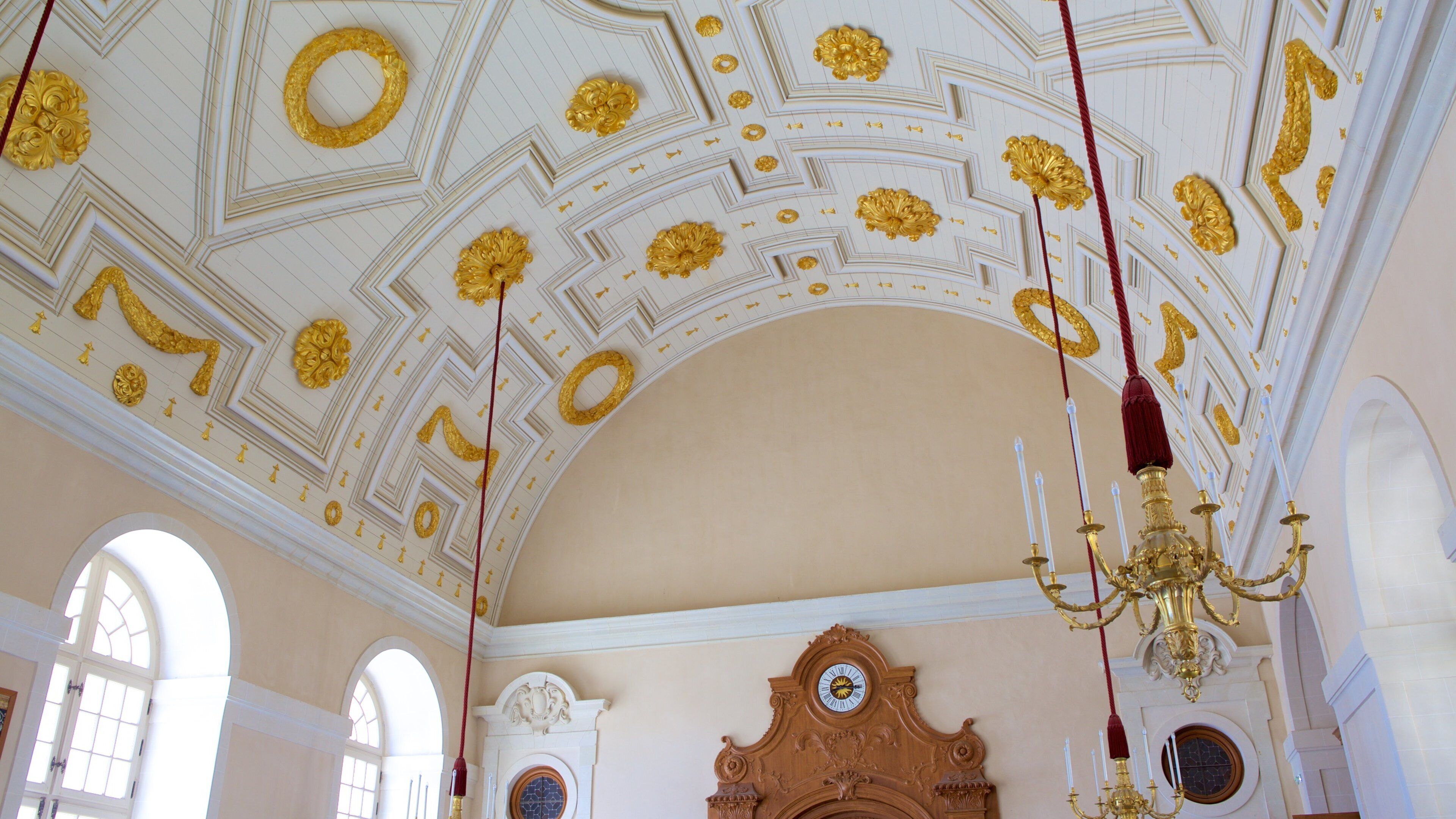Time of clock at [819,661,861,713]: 8:15
